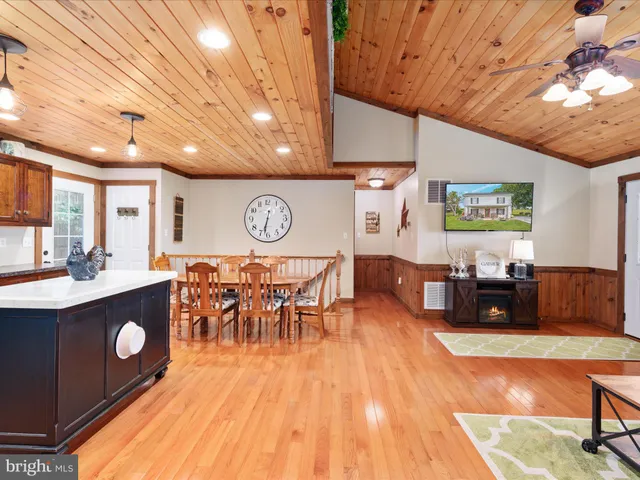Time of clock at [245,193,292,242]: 6:32
